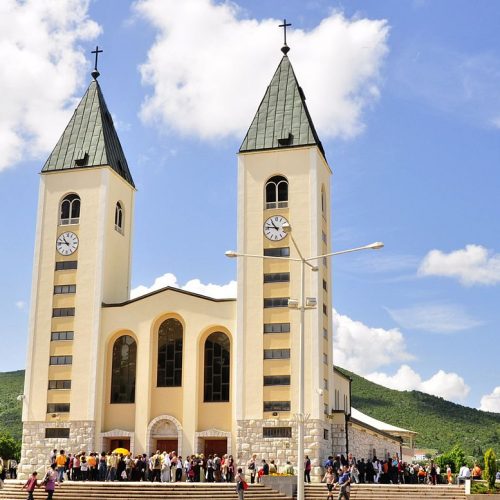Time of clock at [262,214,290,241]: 10:46
